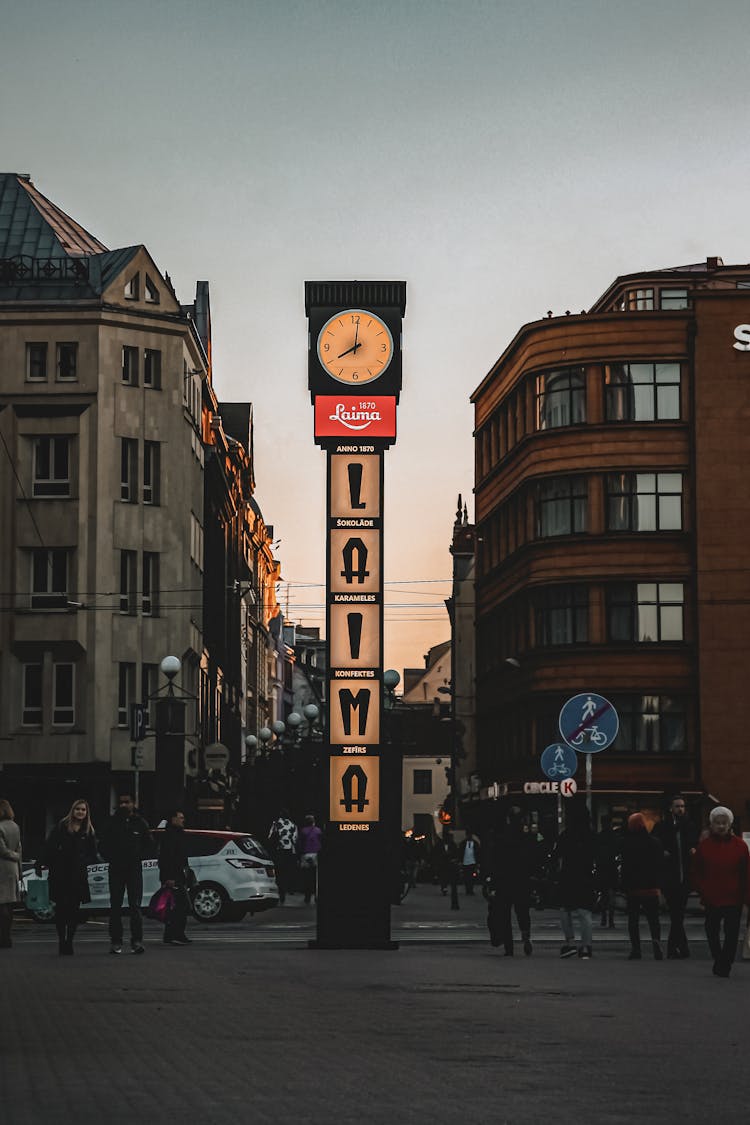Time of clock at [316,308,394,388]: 8:01
